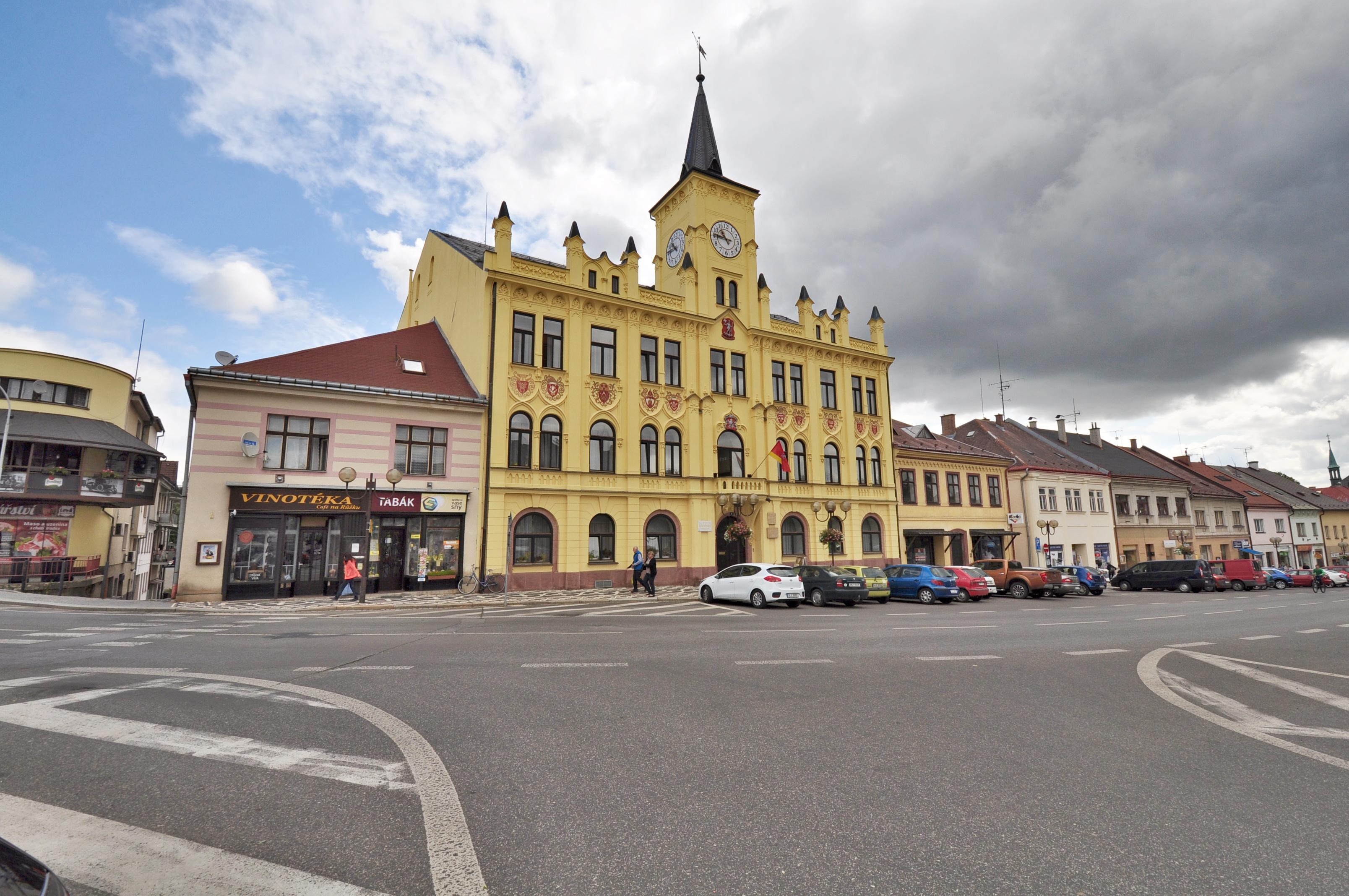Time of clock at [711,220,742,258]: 10:45
